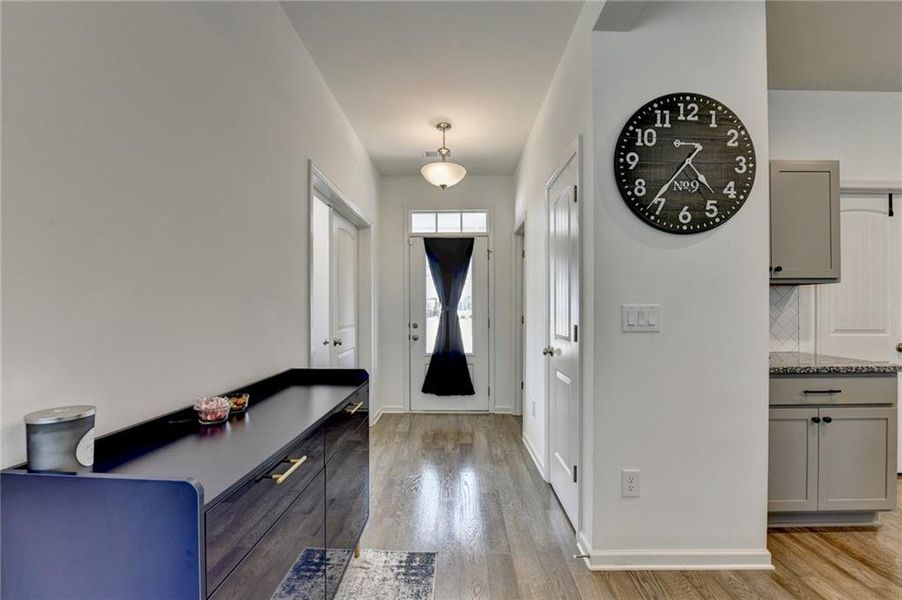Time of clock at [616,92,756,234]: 4:36
